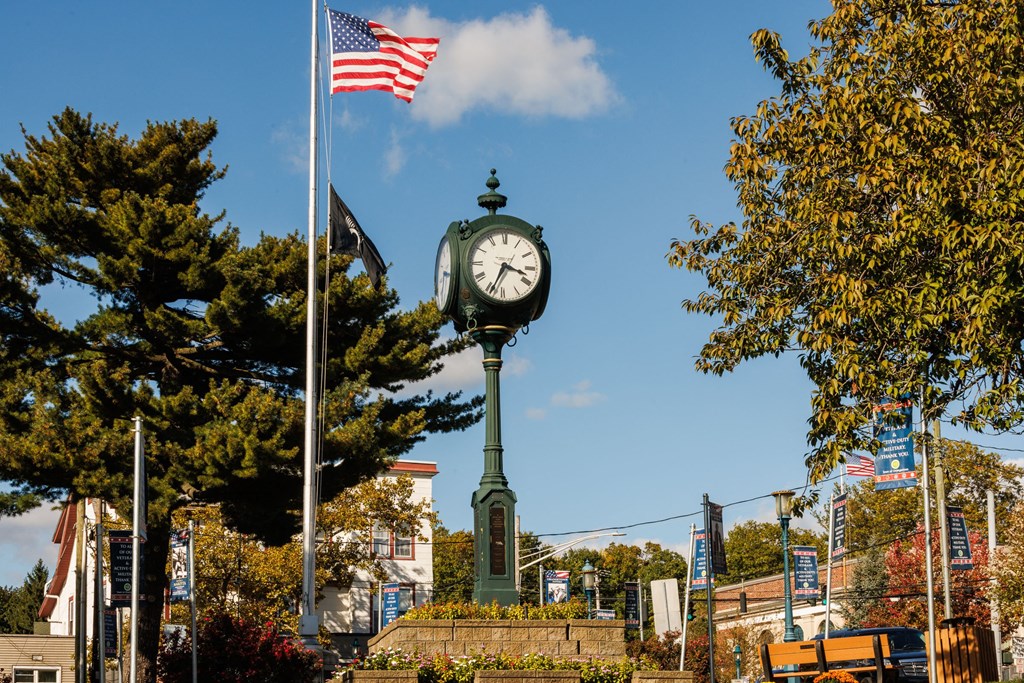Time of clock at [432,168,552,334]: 3:34
